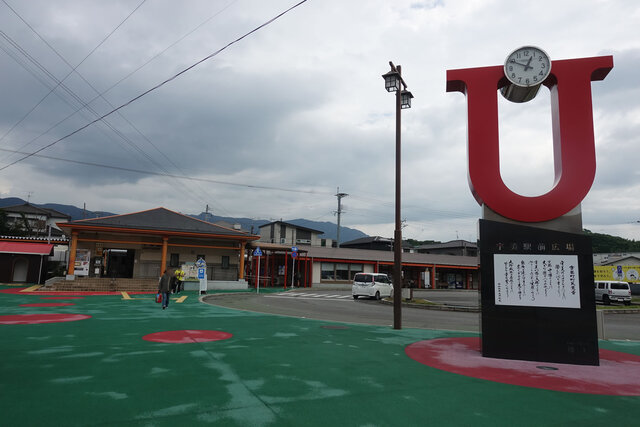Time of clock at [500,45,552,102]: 12:49
